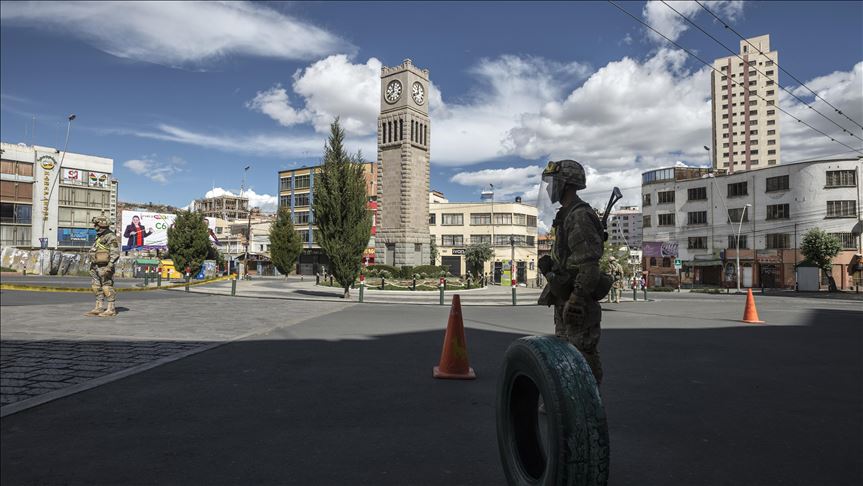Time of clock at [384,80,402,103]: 11:40
